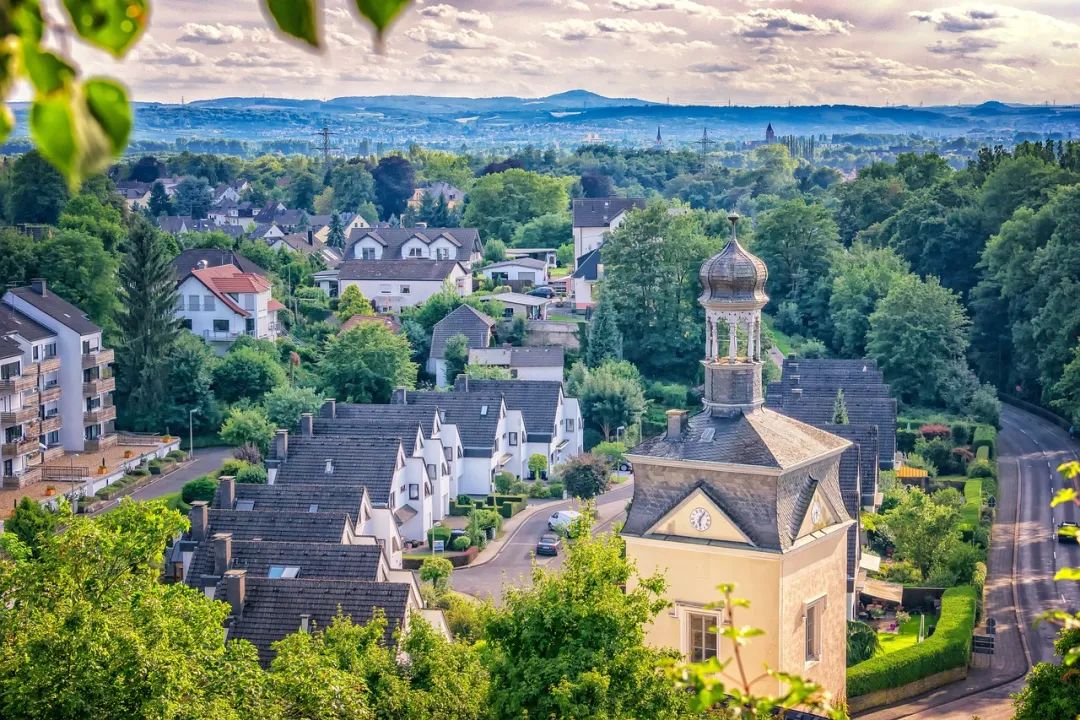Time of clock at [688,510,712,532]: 6:05
